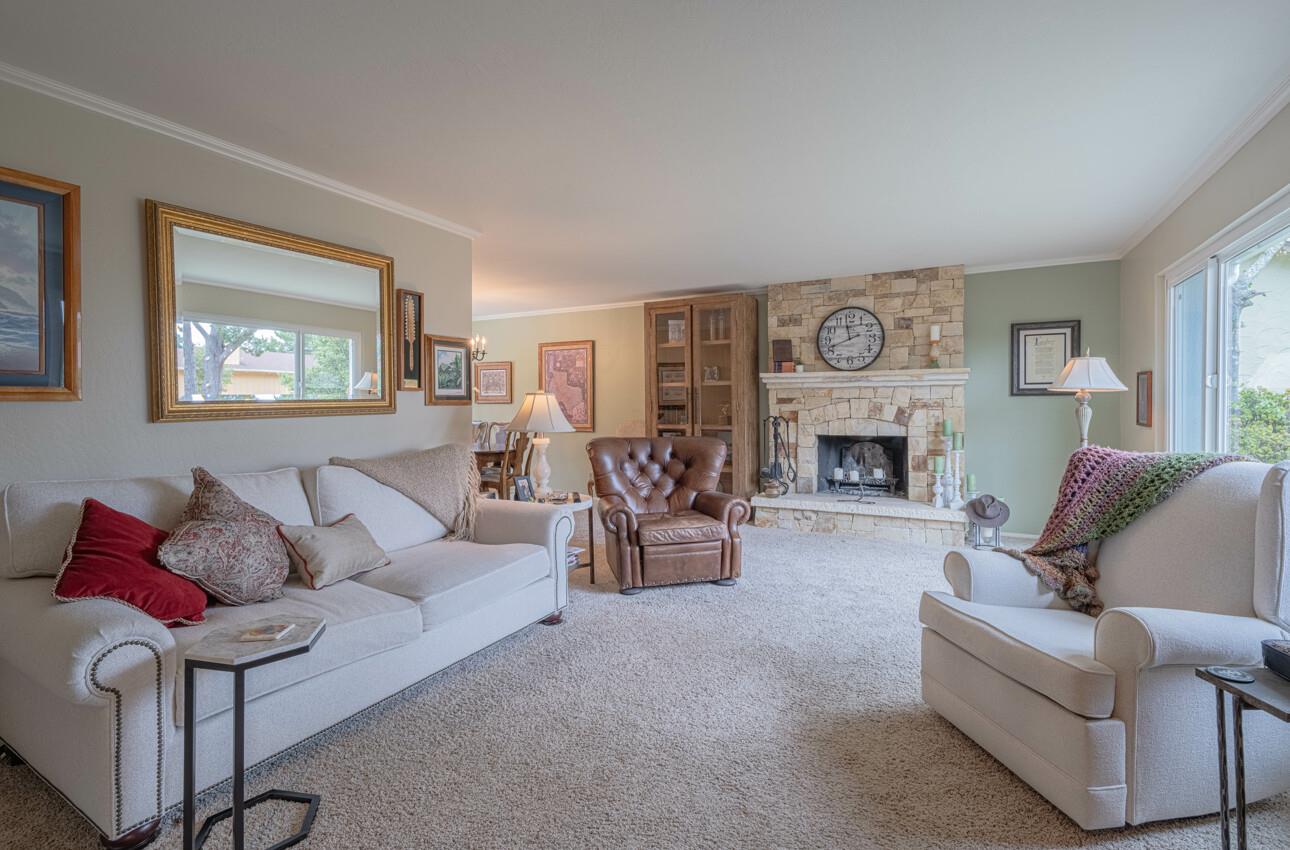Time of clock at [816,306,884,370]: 11:41
